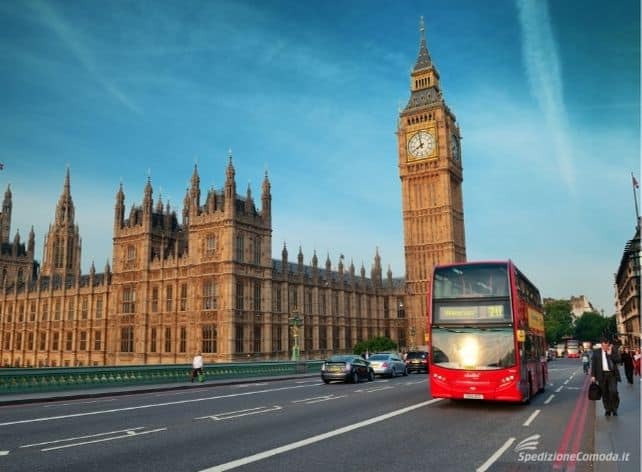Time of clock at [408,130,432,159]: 7:58
